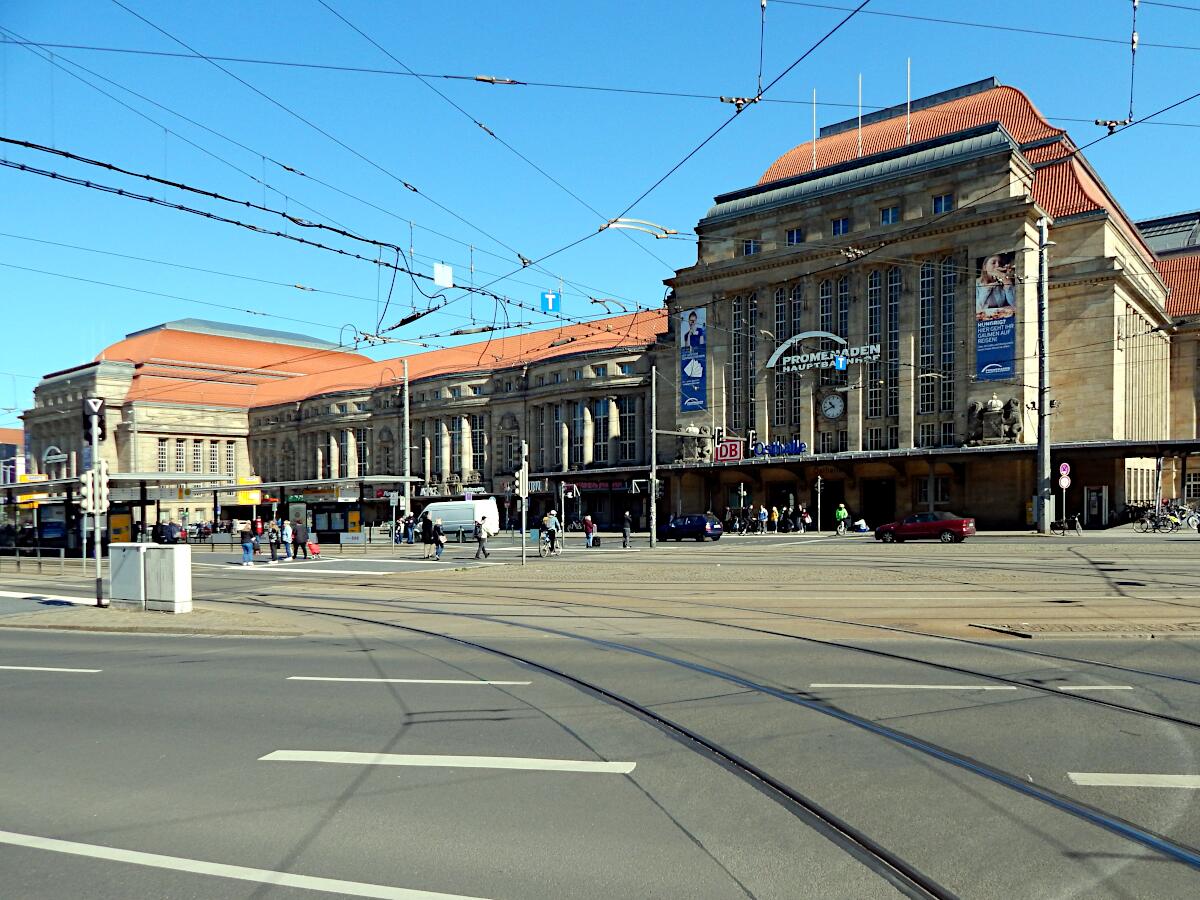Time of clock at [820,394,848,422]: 10:41
